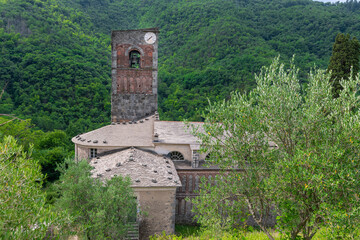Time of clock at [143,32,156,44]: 7:37
